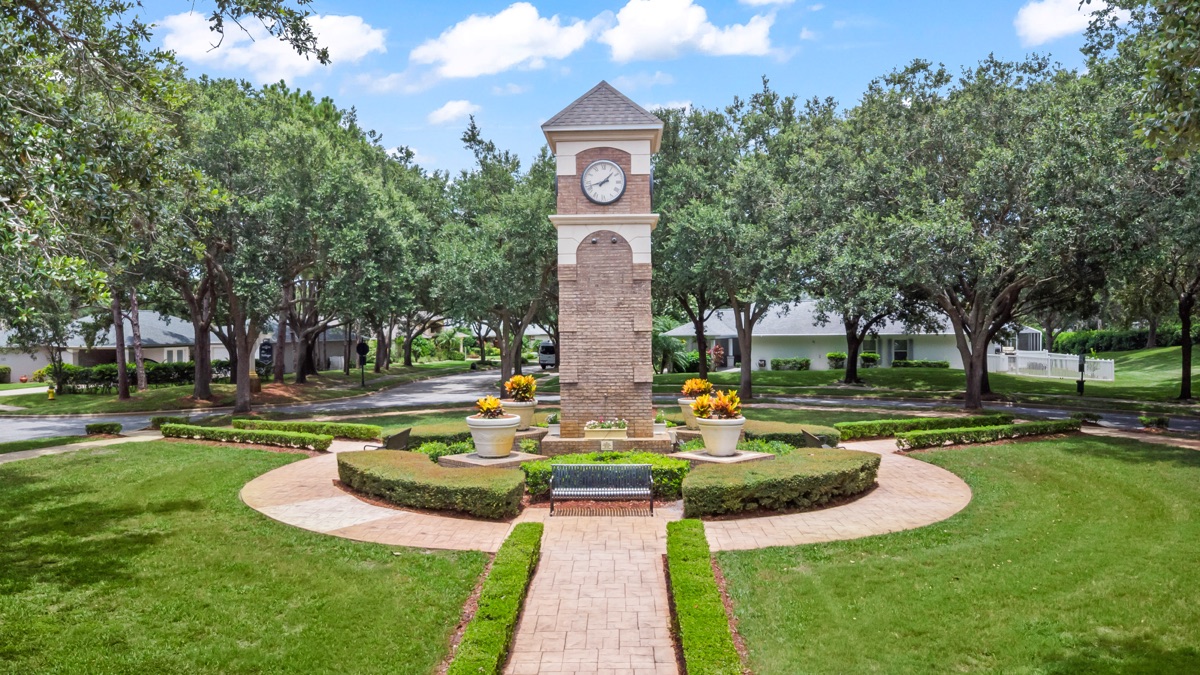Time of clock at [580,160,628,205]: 1:42
